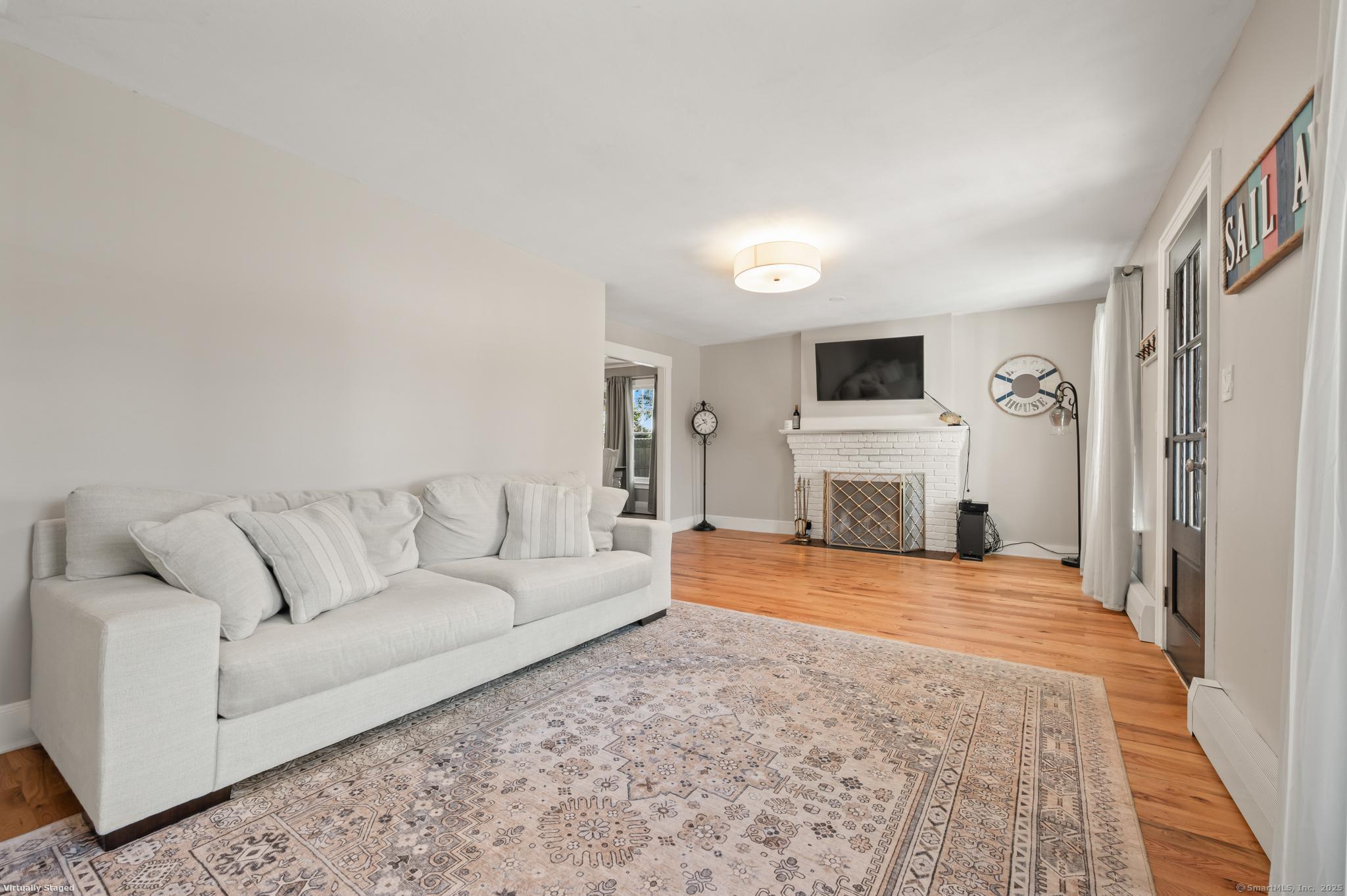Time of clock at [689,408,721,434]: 10:41
